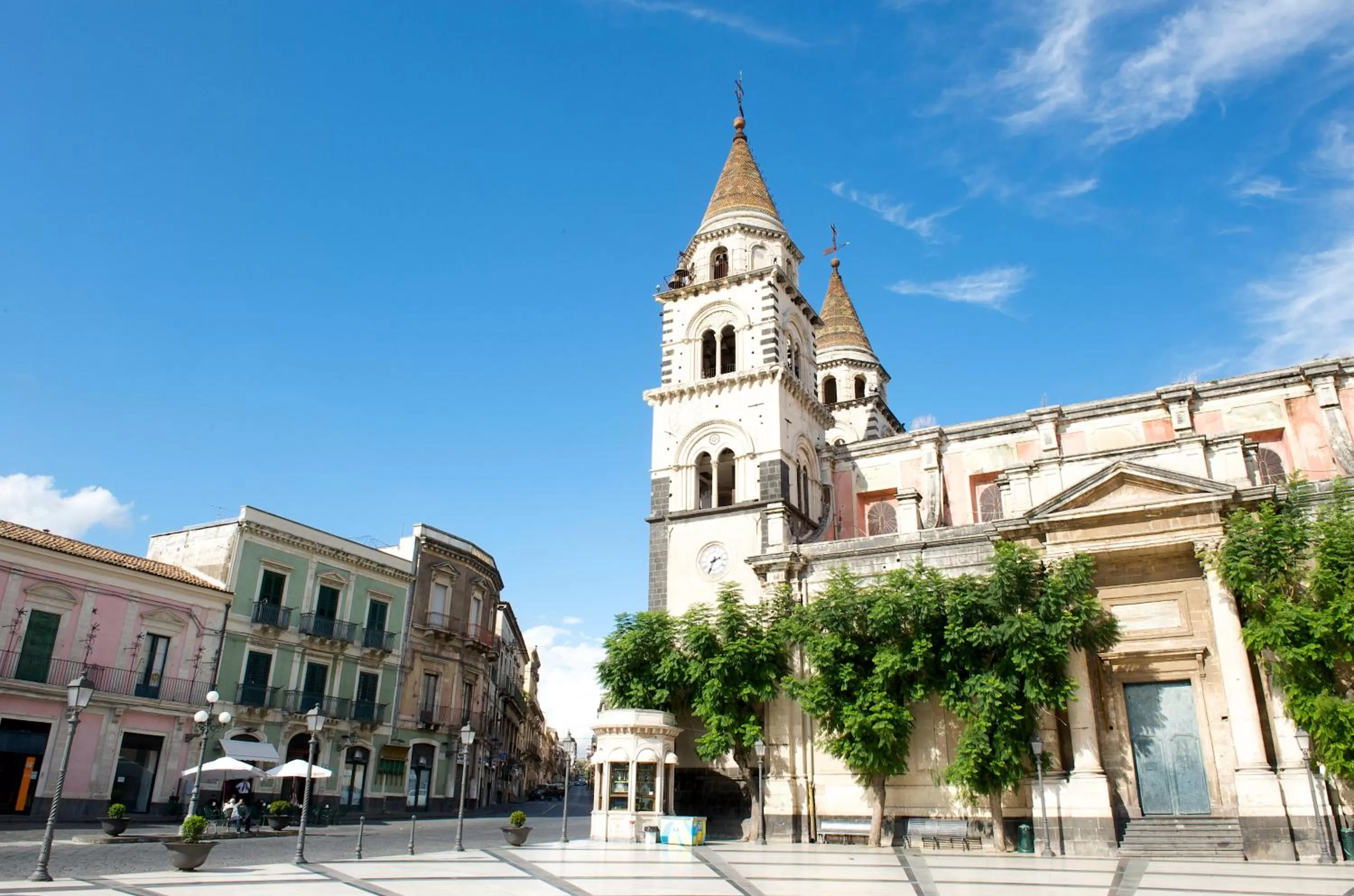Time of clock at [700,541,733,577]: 2:34
